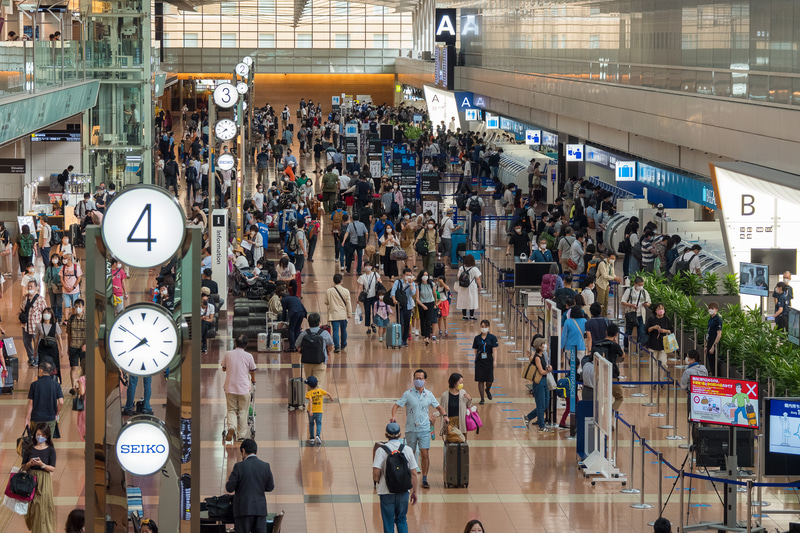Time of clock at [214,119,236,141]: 7:50
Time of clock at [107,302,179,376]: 7:50
